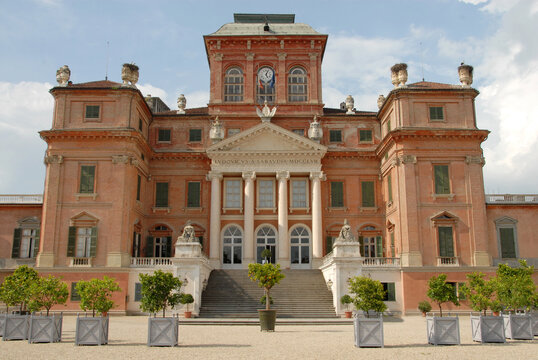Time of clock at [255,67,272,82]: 5:03
